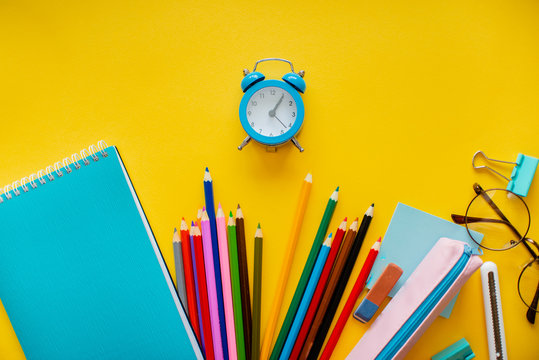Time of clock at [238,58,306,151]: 1:05
